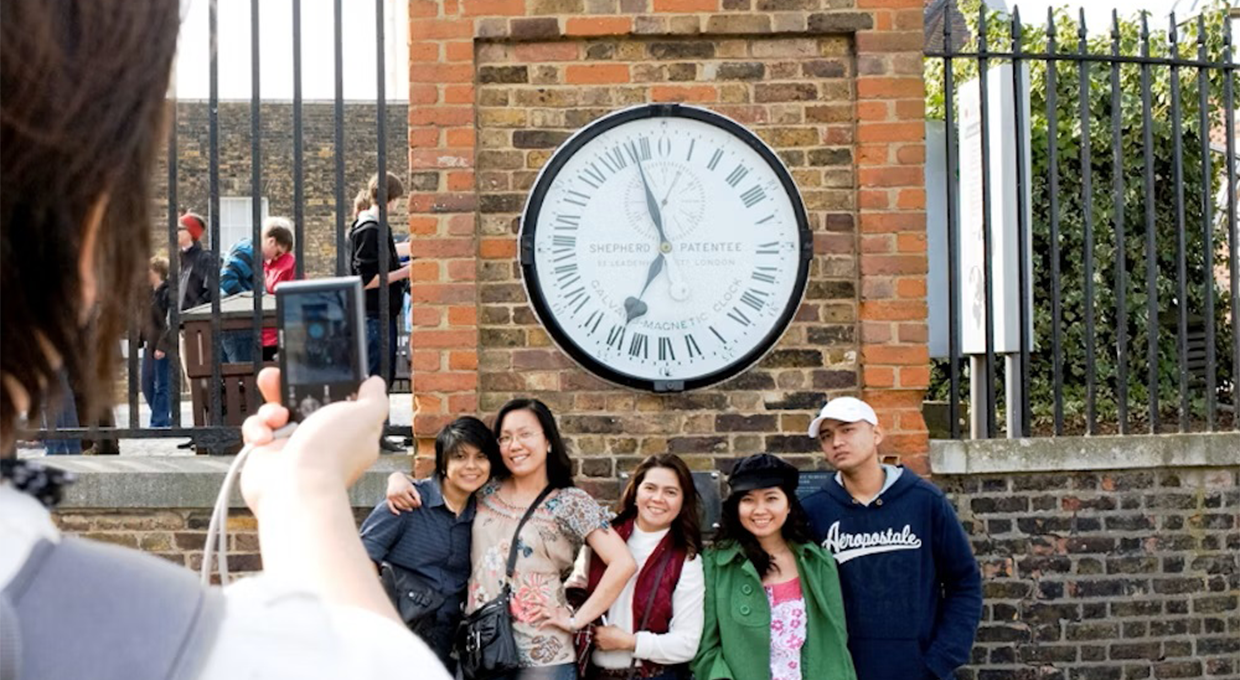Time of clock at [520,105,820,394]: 6:56
